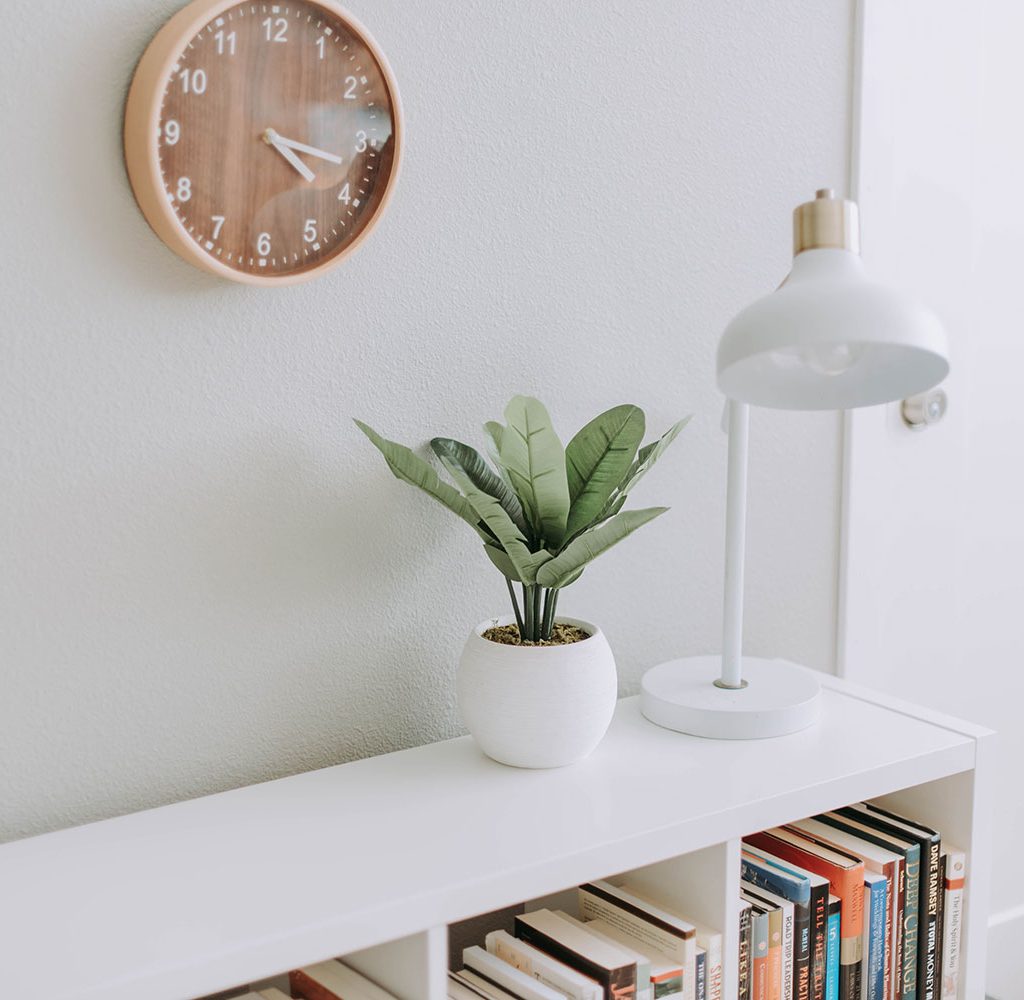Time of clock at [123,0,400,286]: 4:17
